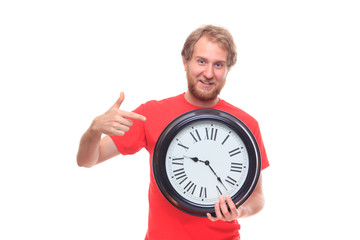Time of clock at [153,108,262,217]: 9:22
